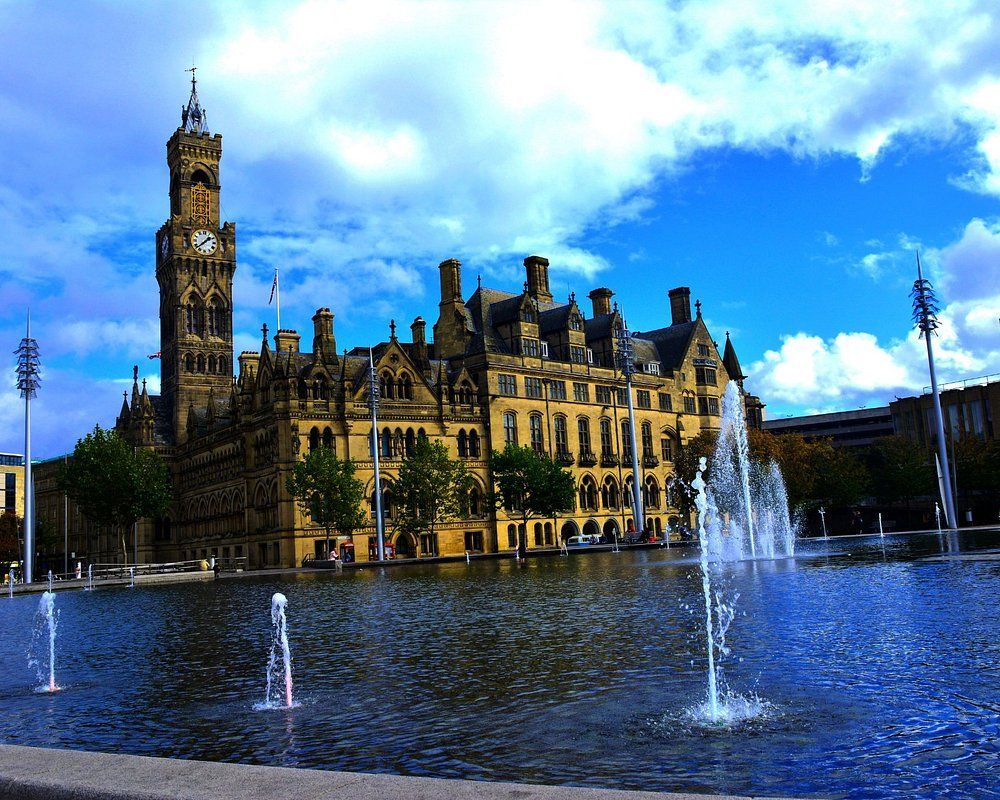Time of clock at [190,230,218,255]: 1:37
